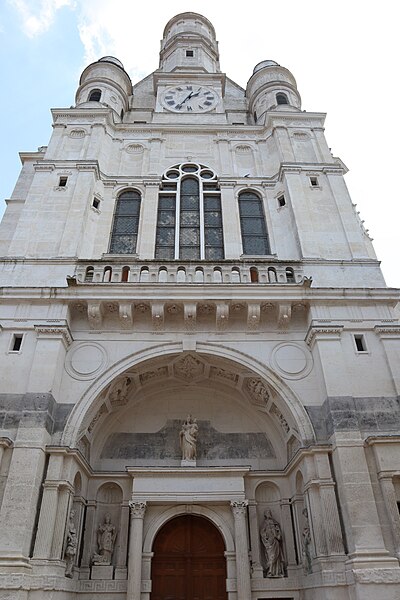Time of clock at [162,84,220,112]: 1:34
